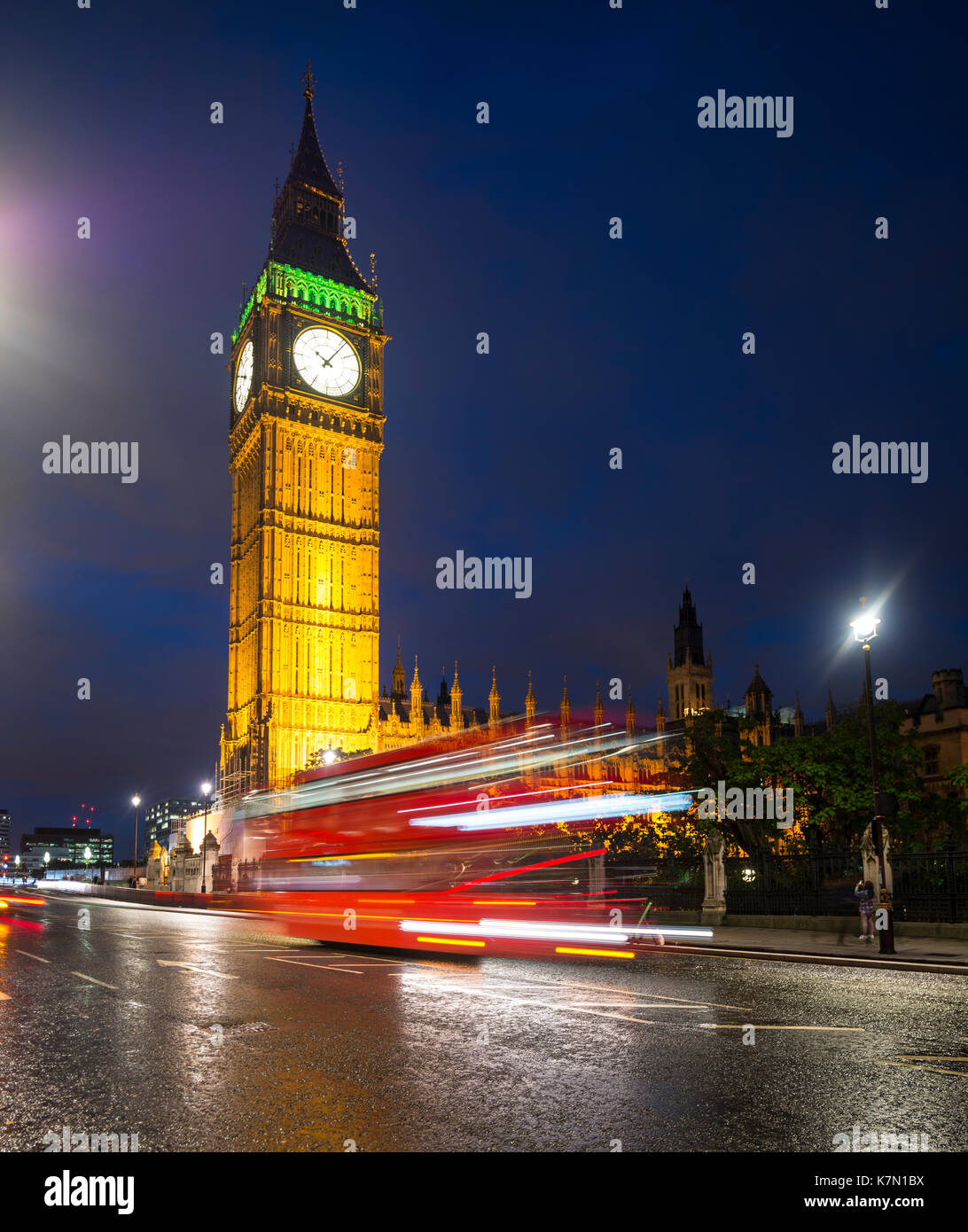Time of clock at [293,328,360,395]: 10:06
